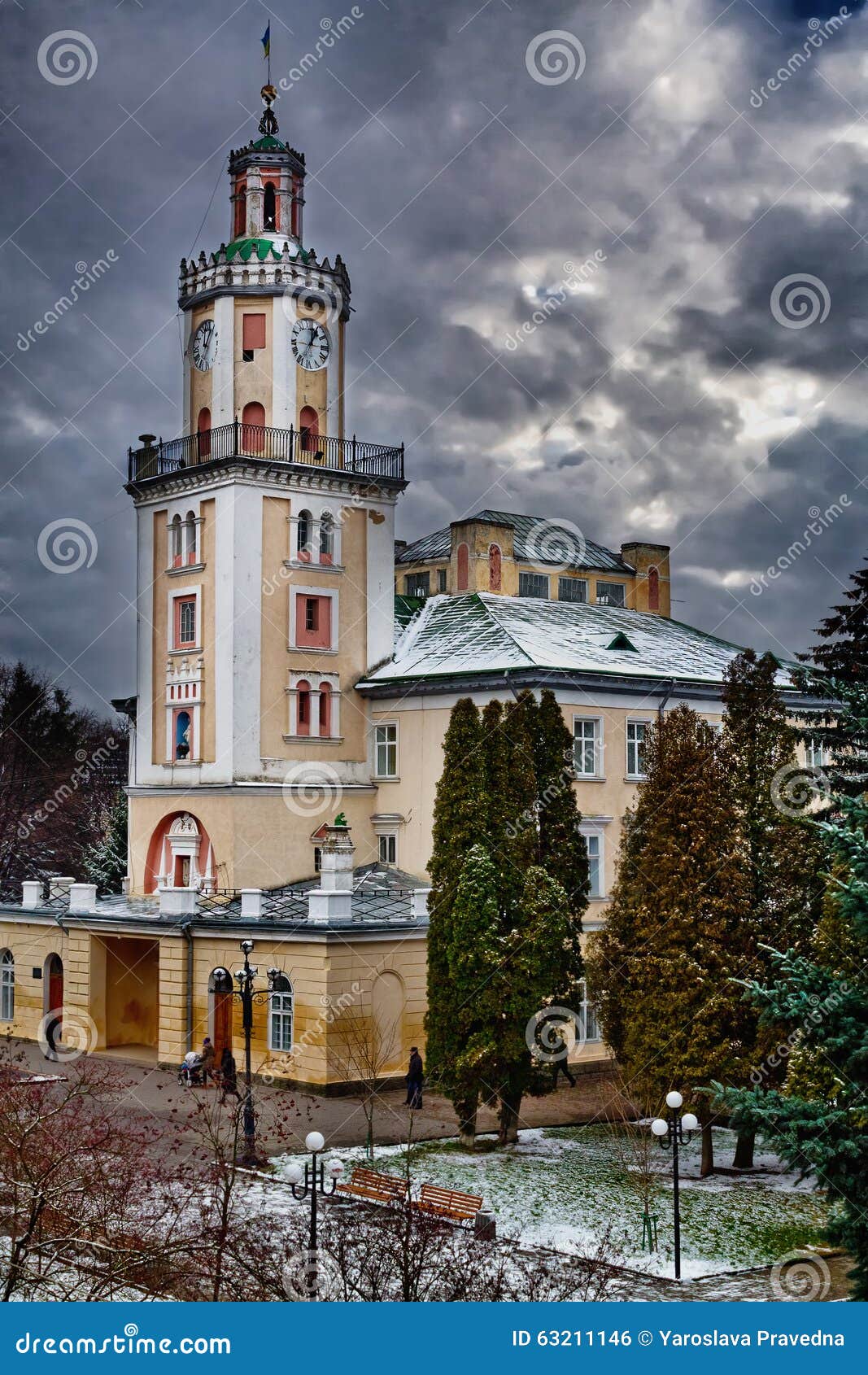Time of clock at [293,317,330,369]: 1:02
